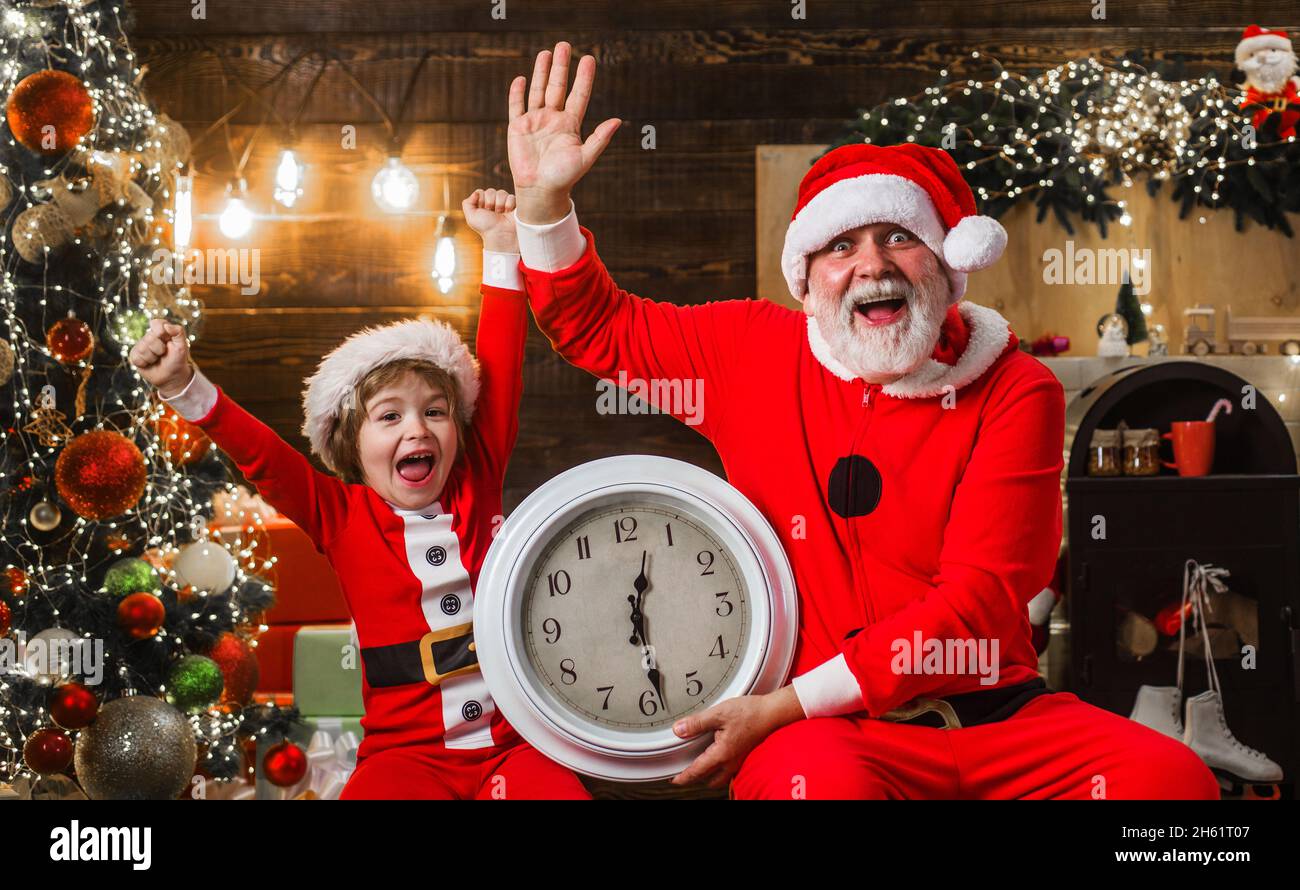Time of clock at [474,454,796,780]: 12:28
